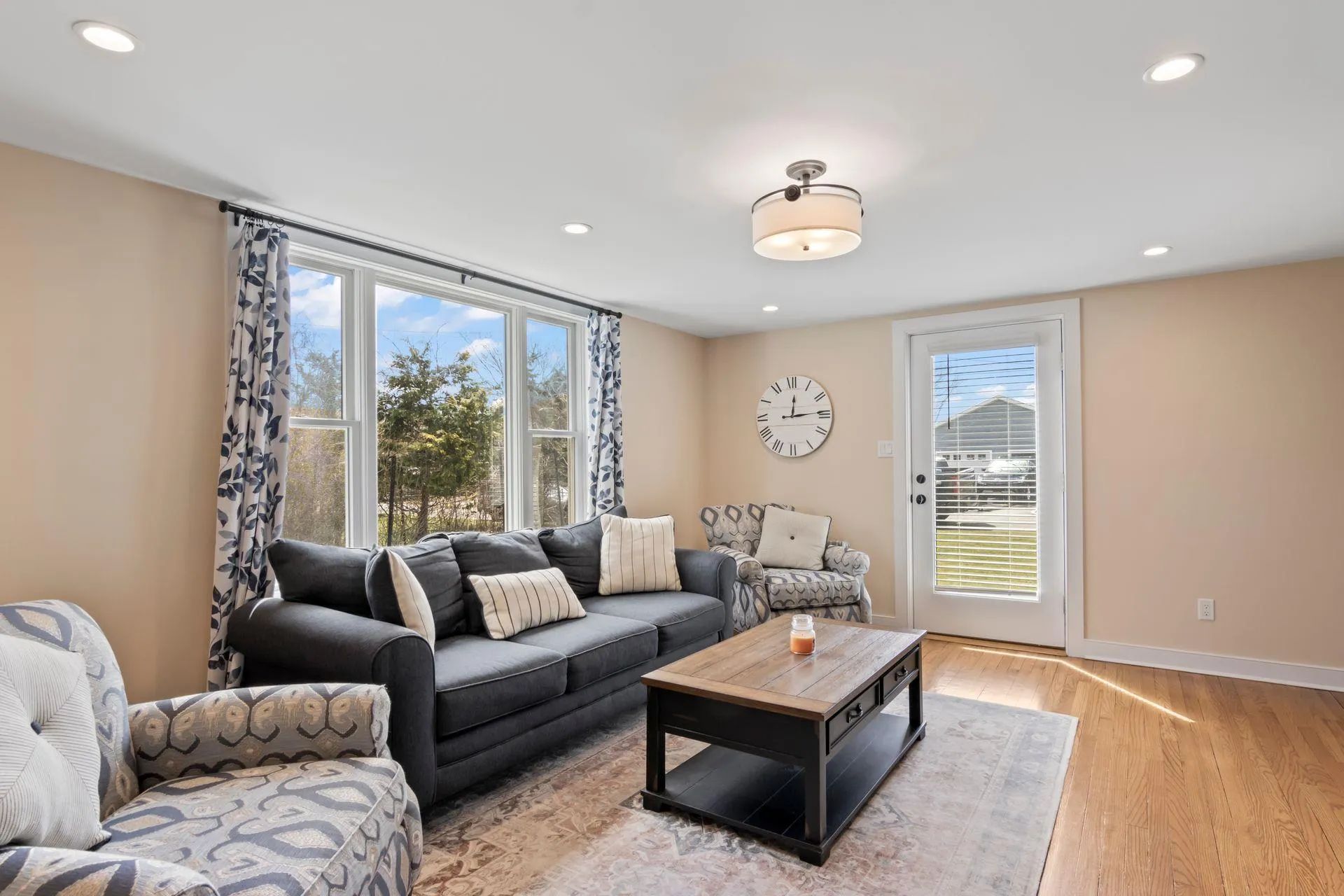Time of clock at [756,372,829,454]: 12:14
